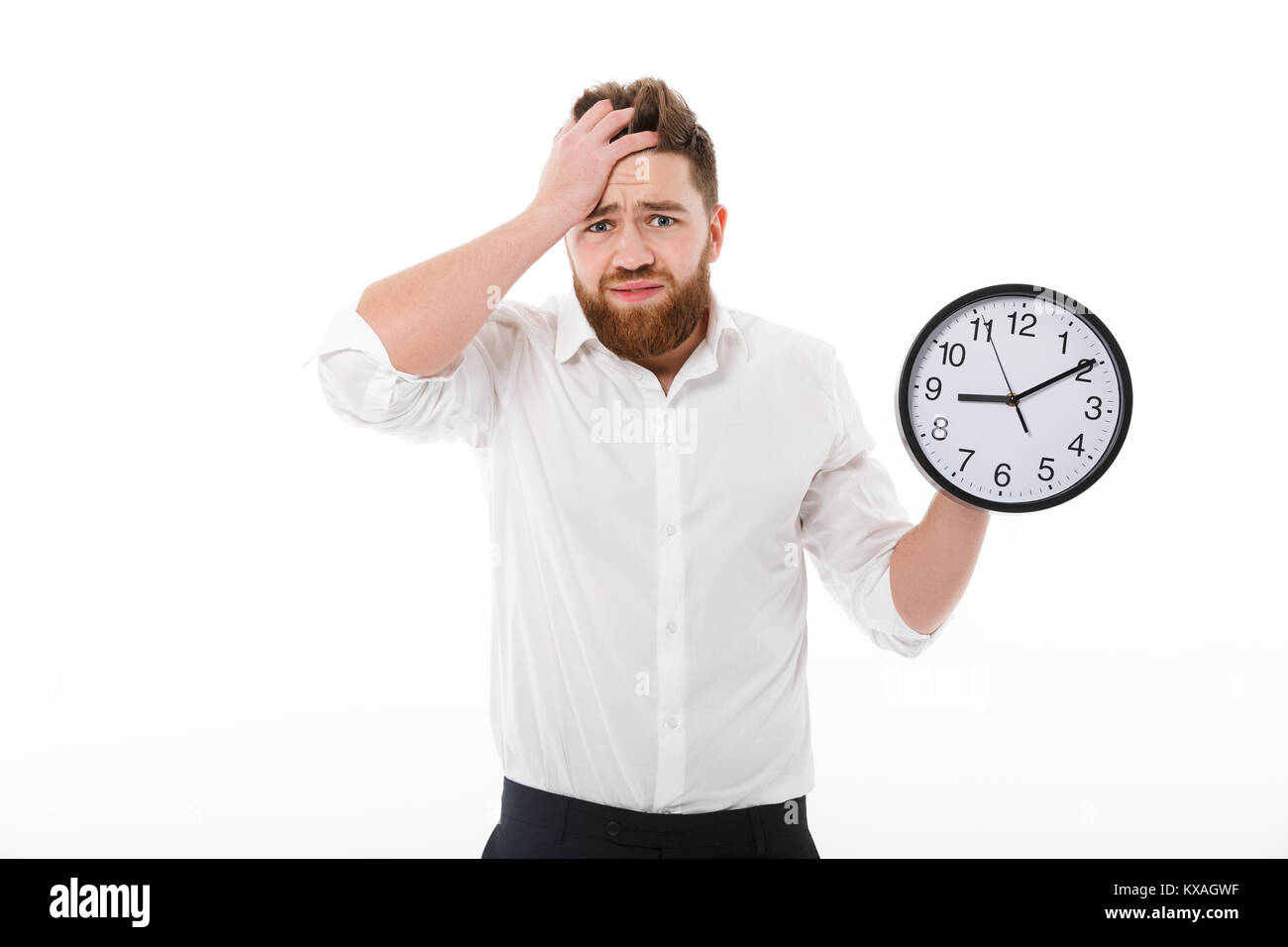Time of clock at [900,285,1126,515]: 9:09
